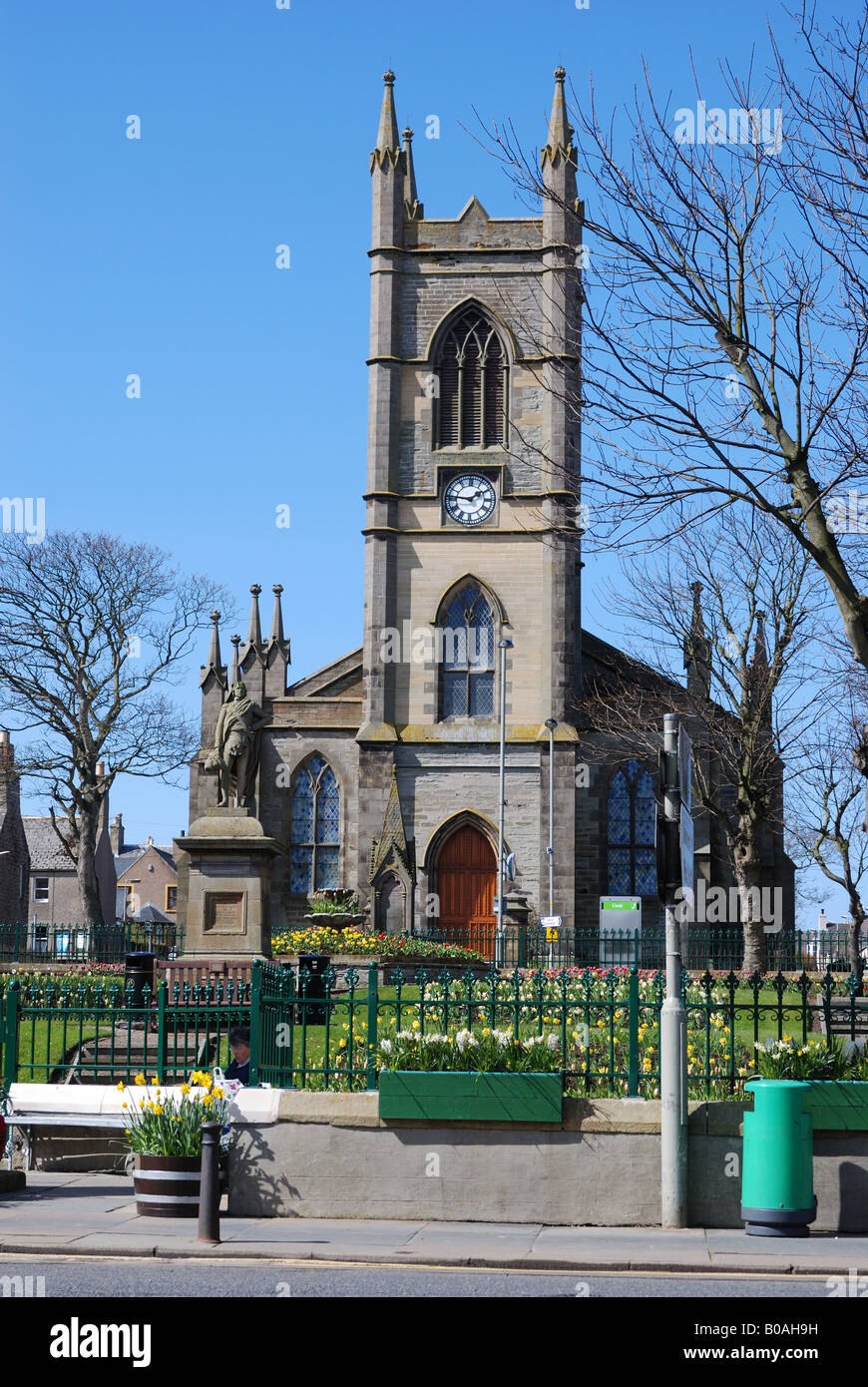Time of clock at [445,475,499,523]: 1:46
